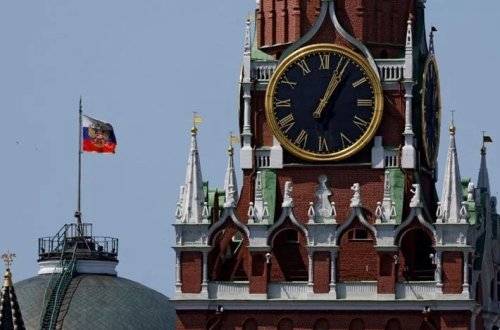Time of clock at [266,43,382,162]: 1:03
